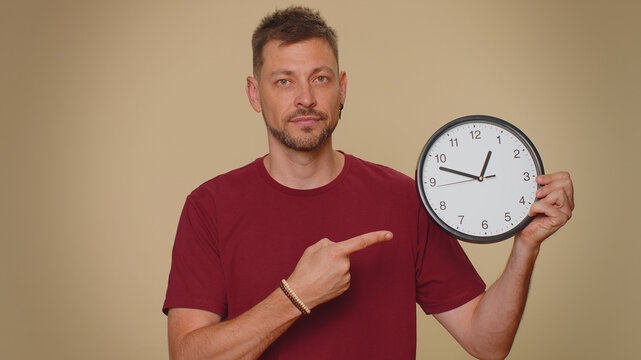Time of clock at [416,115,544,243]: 12:47
